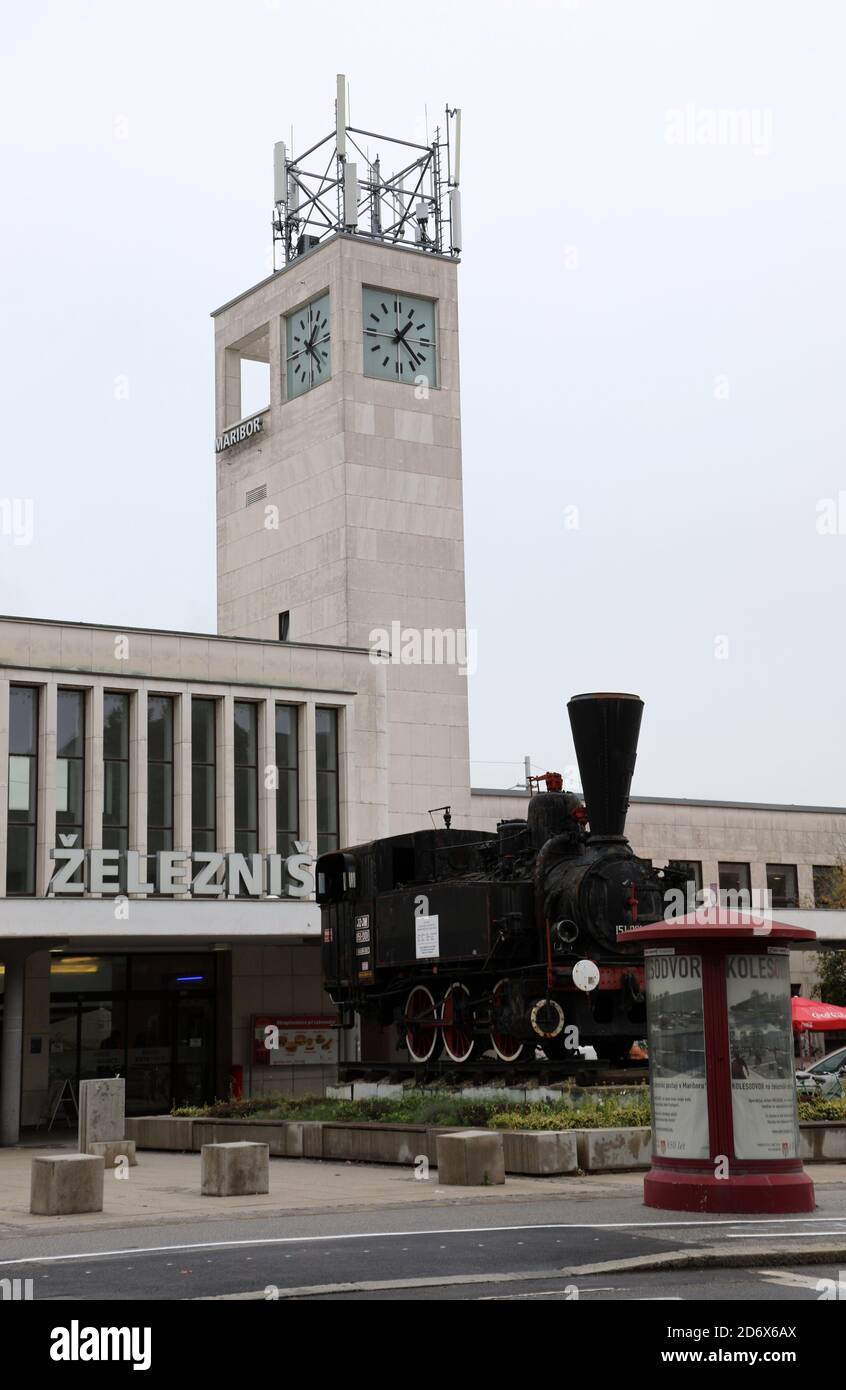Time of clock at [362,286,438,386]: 1:22
